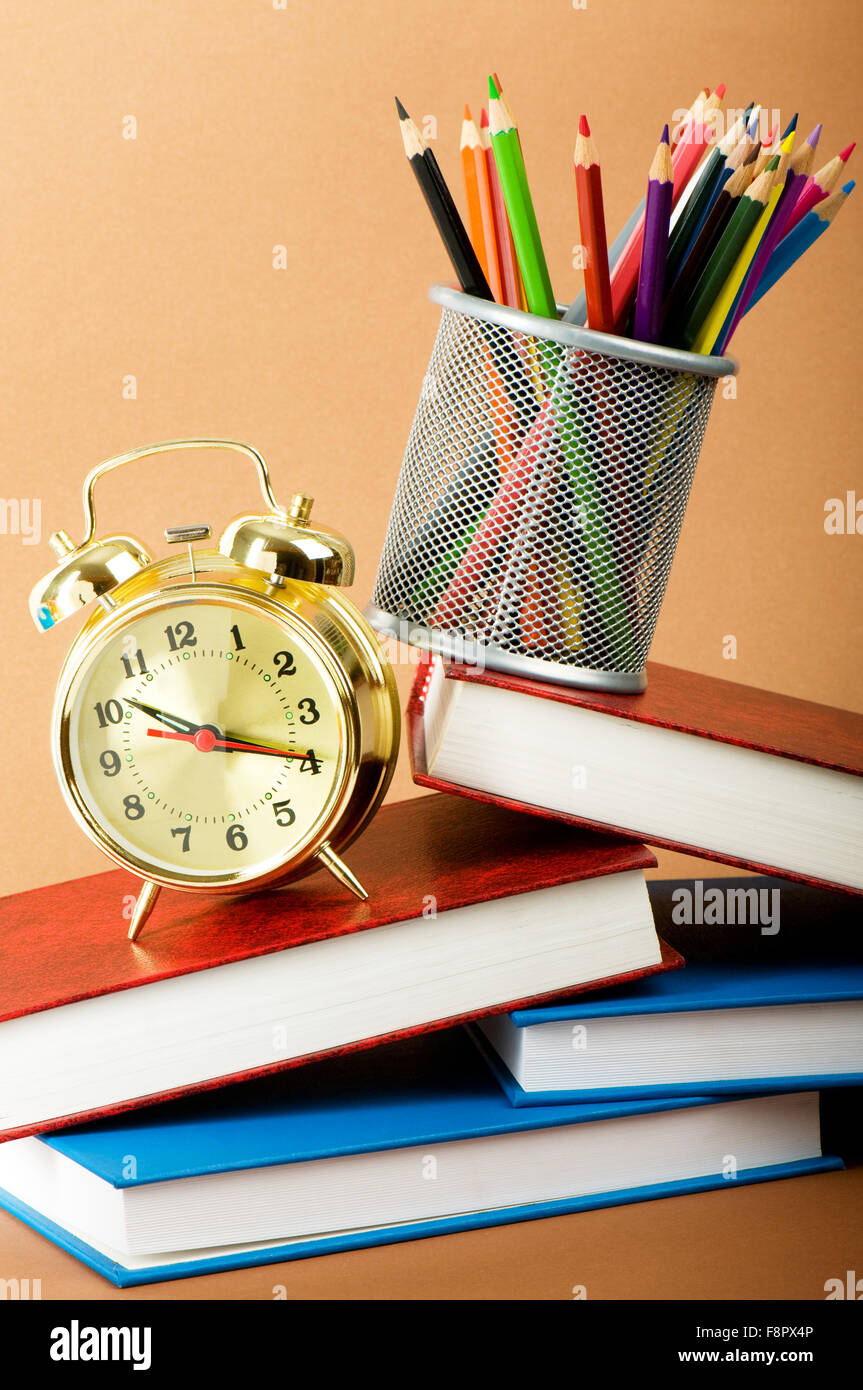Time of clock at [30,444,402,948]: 10:19
